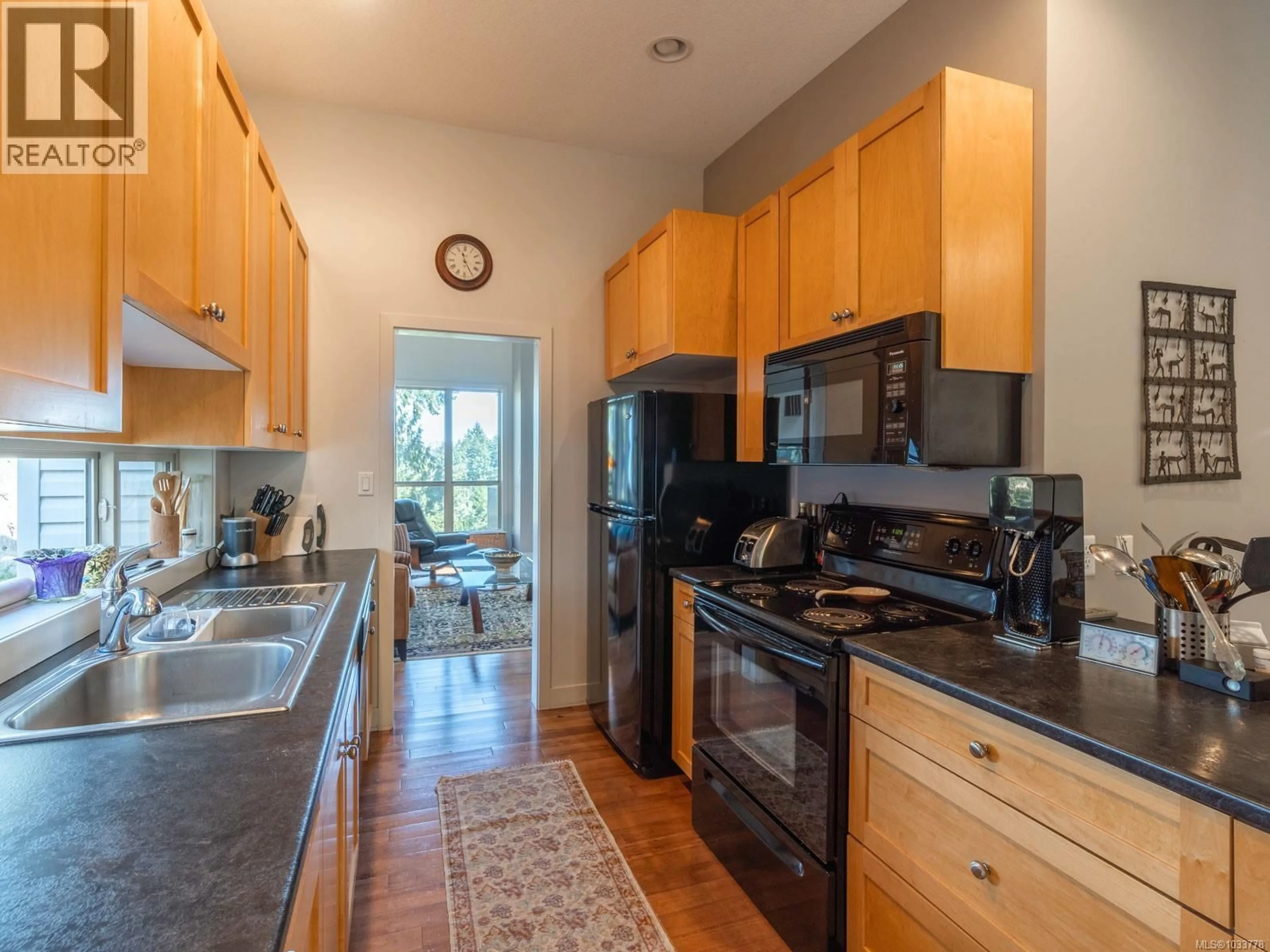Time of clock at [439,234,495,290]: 11:24
